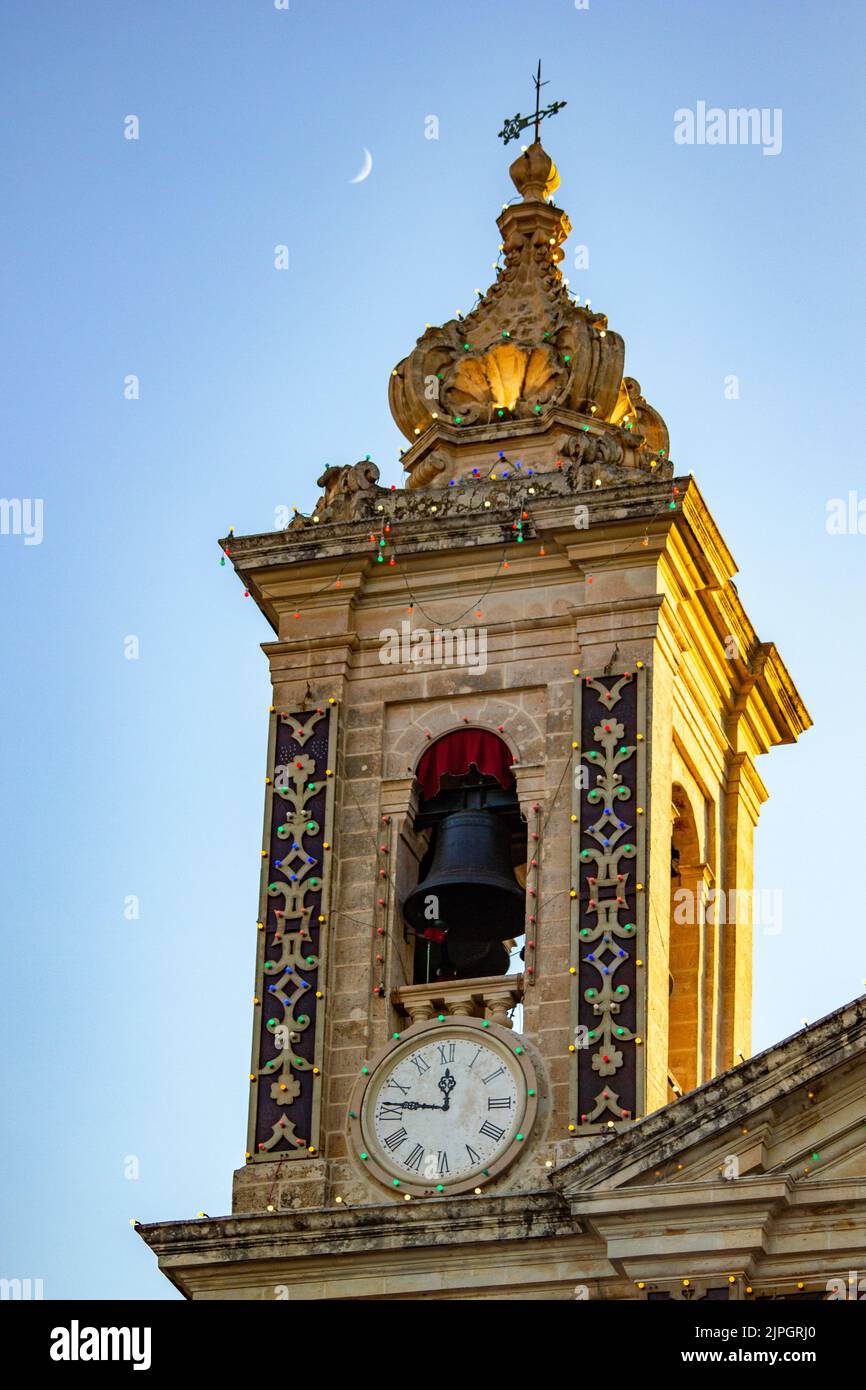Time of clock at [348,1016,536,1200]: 11:46
